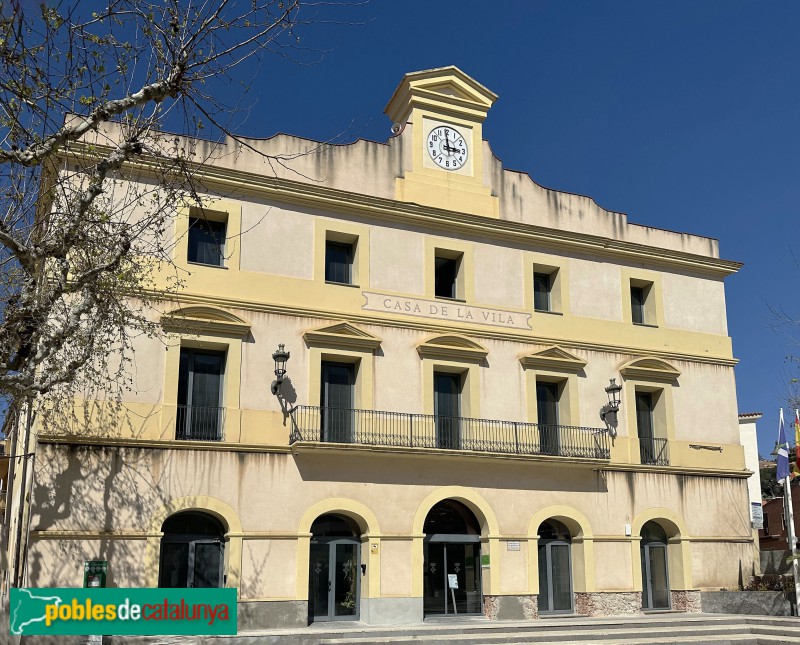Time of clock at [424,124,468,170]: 2:59
